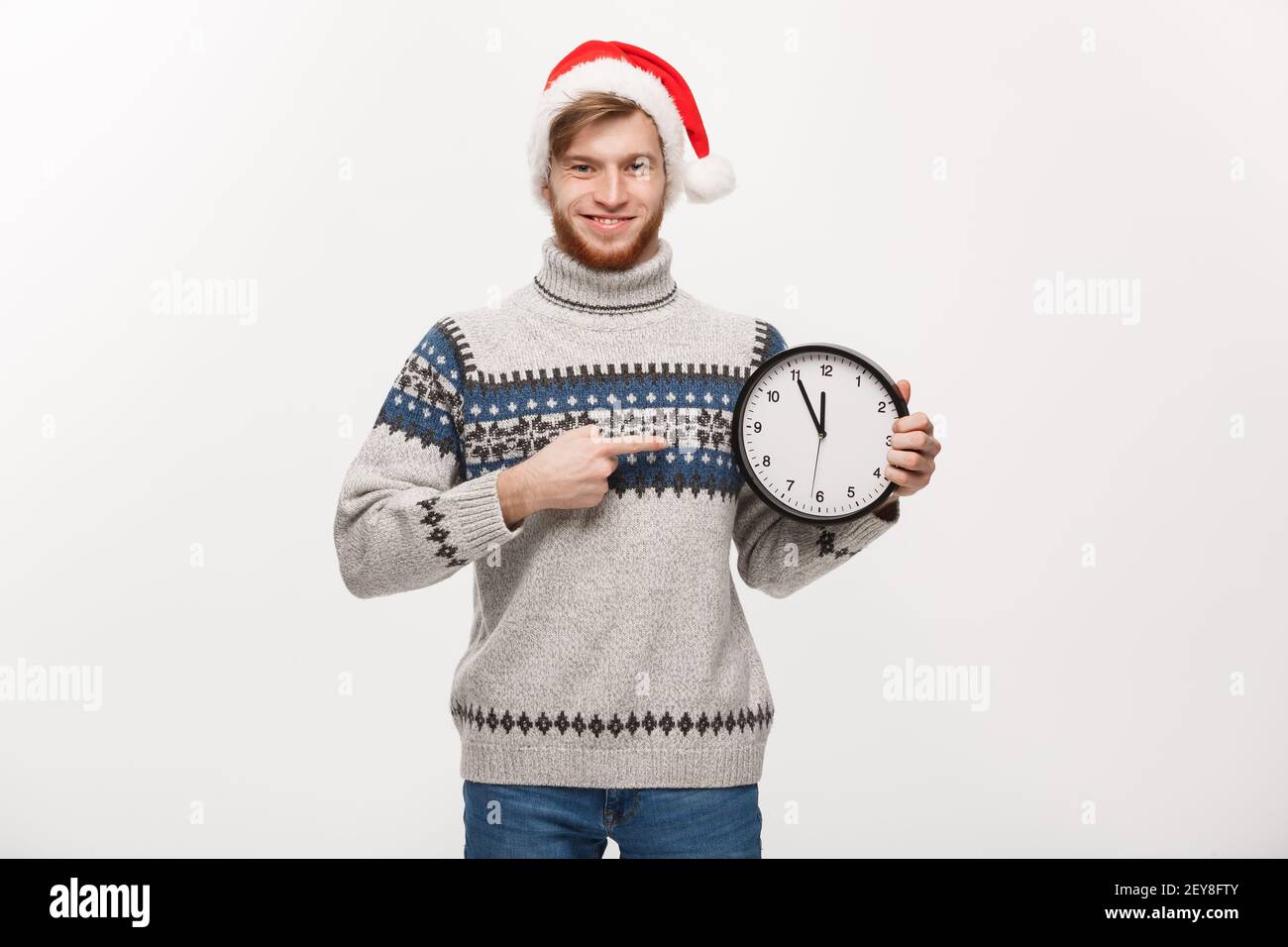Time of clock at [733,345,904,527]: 11:55
